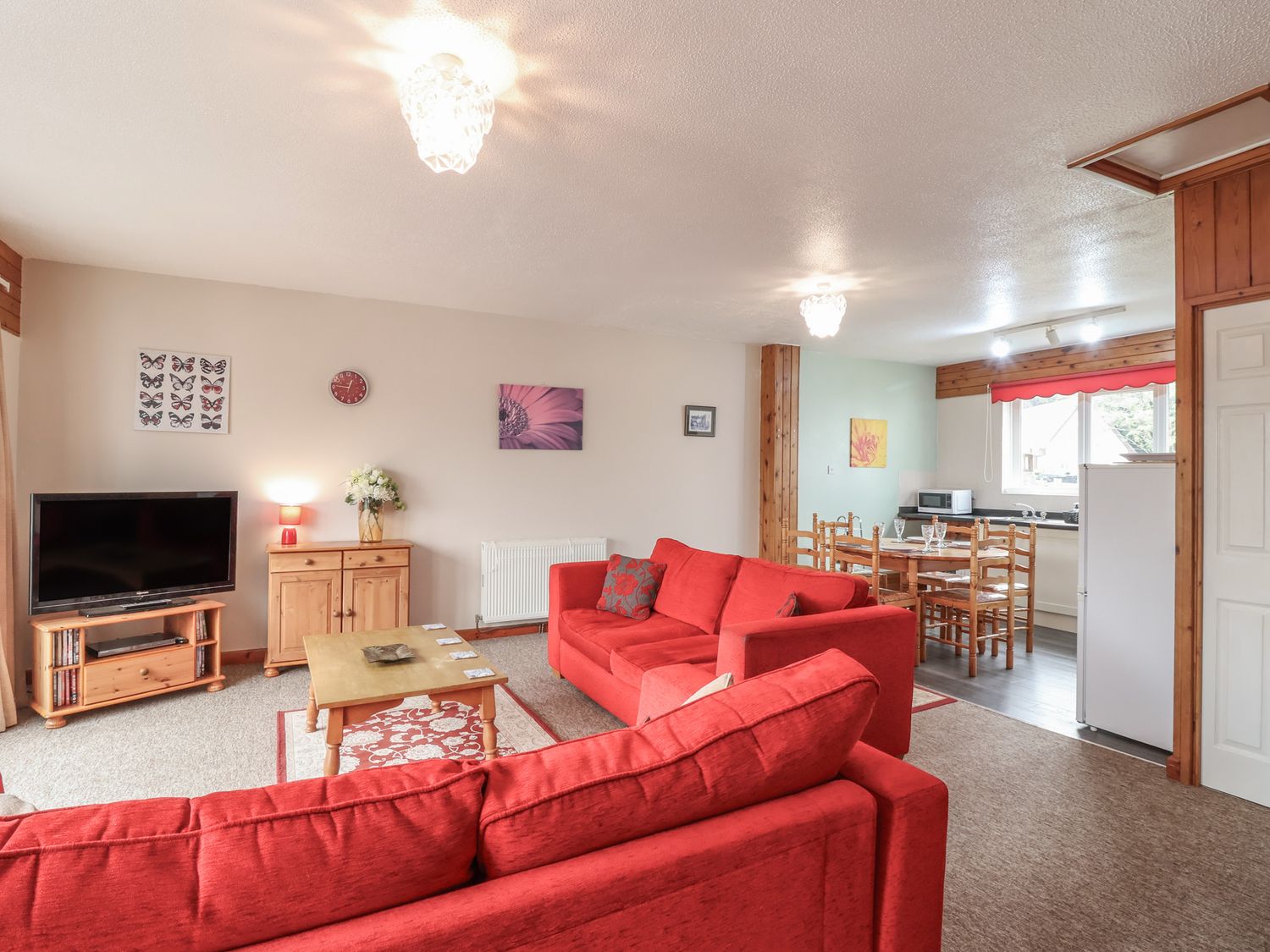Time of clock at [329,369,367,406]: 12:46
